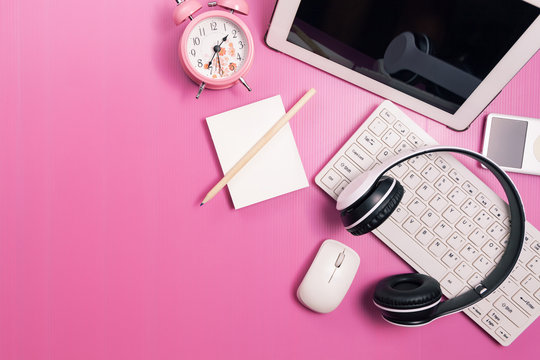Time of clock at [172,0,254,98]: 1:36
